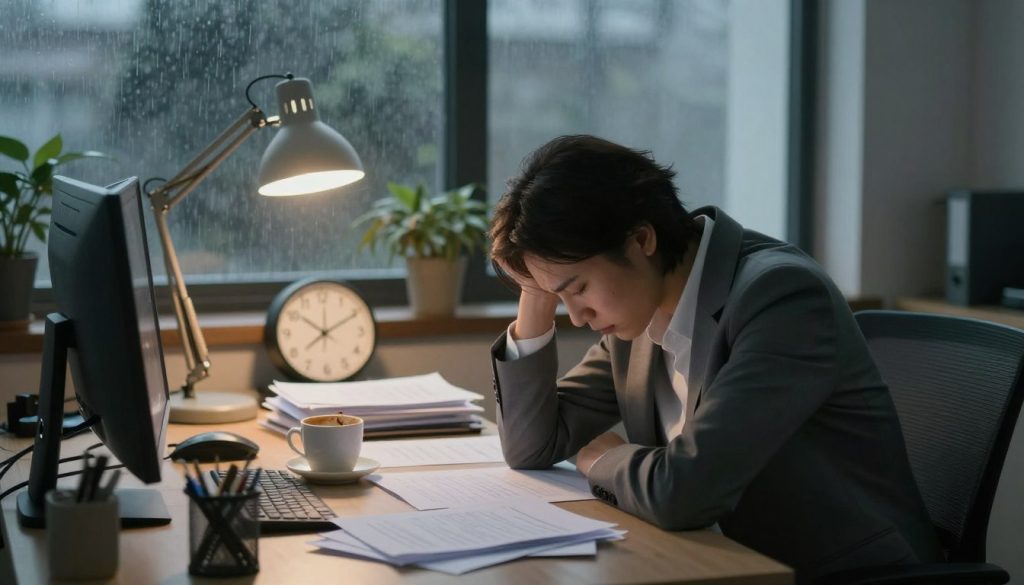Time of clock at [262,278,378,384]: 10:10
